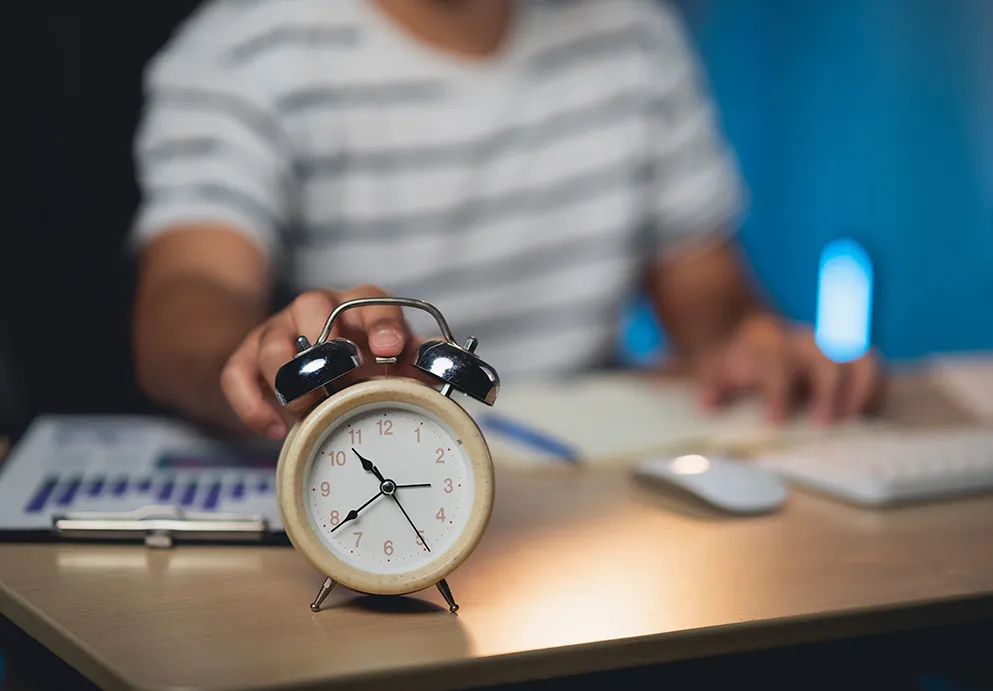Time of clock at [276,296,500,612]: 10:39
